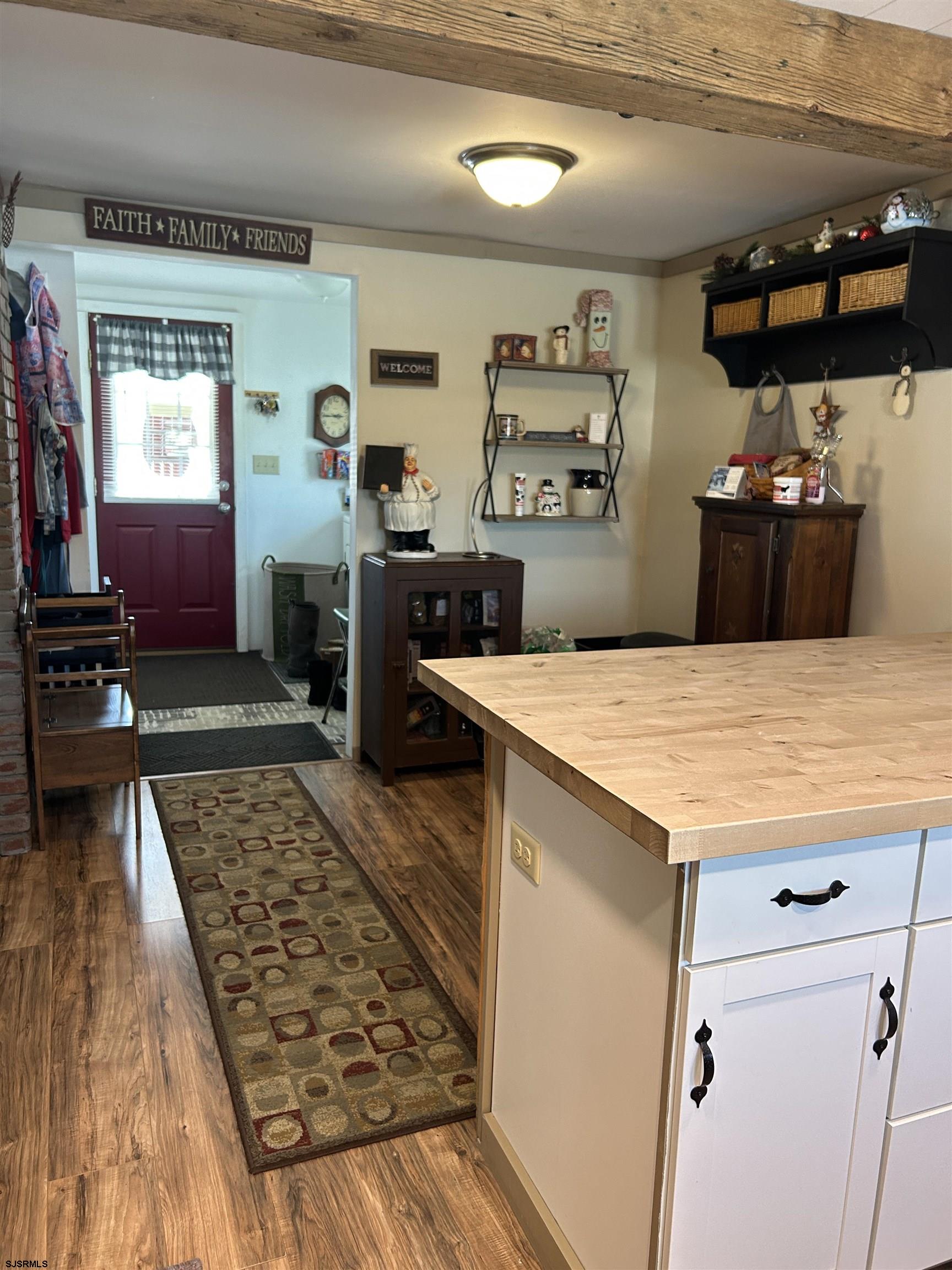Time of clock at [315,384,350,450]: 2:44
